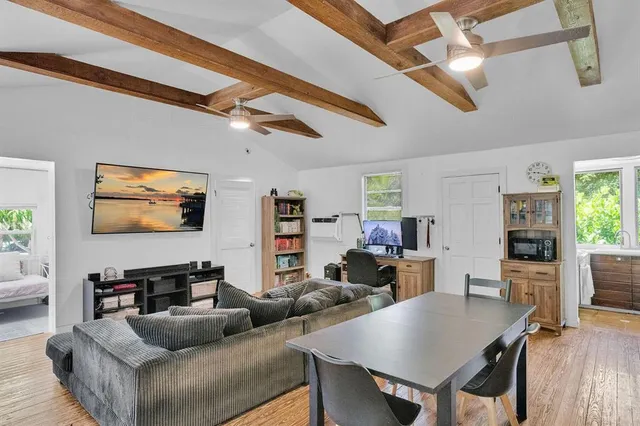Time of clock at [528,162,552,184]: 9:17
